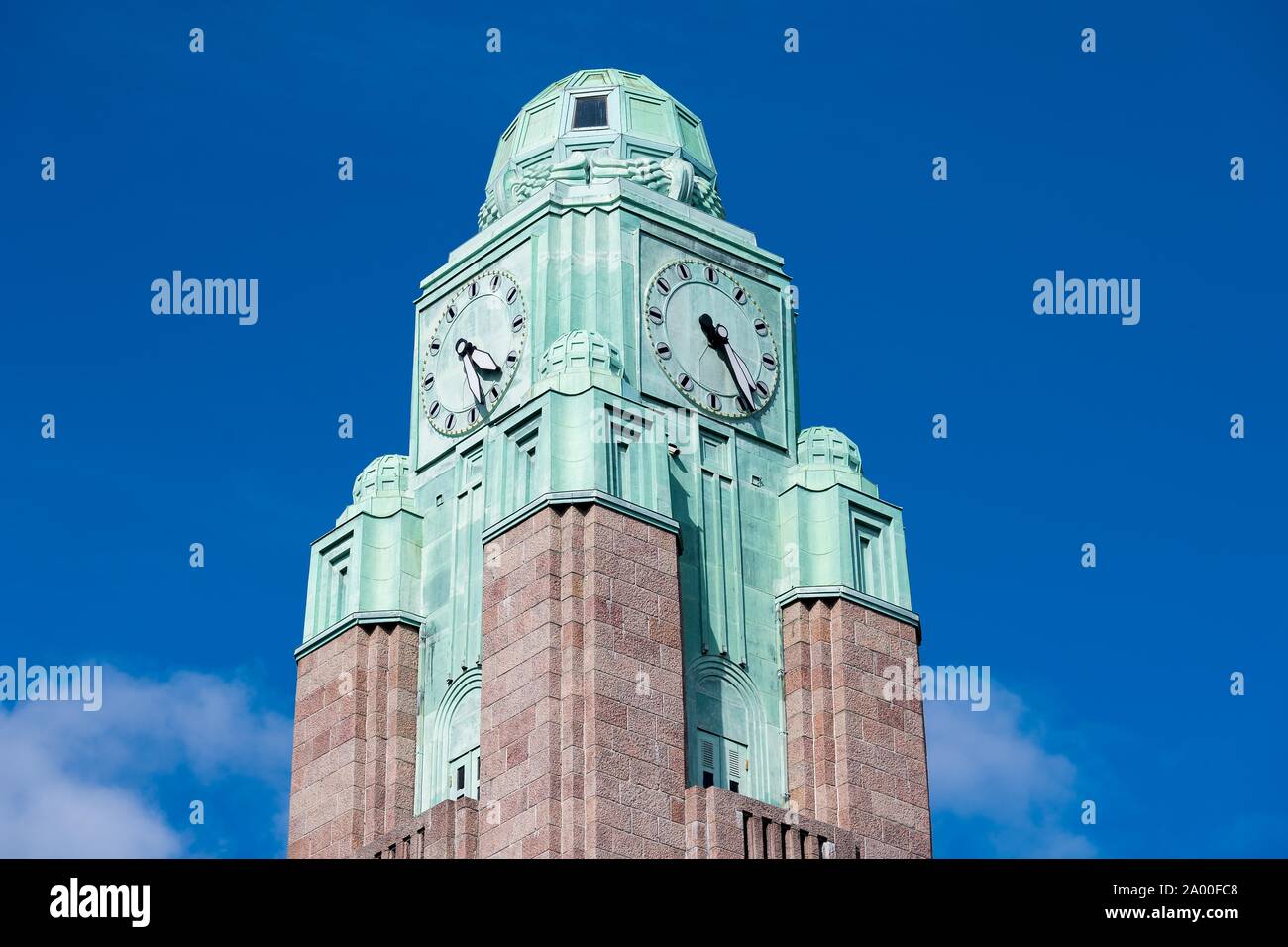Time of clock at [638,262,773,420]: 4:24
